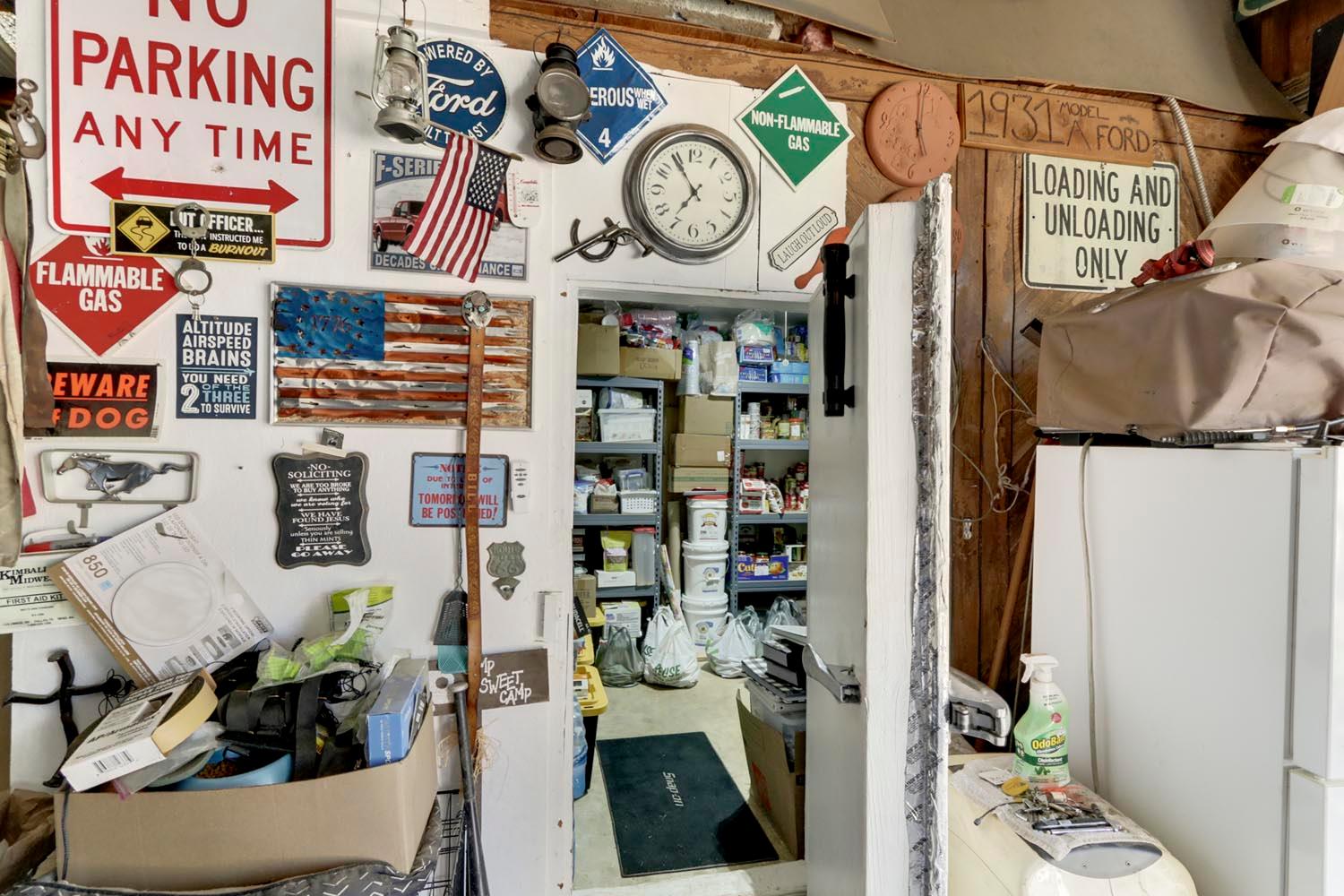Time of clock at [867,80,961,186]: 4:59
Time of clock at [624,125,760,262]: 6:54
